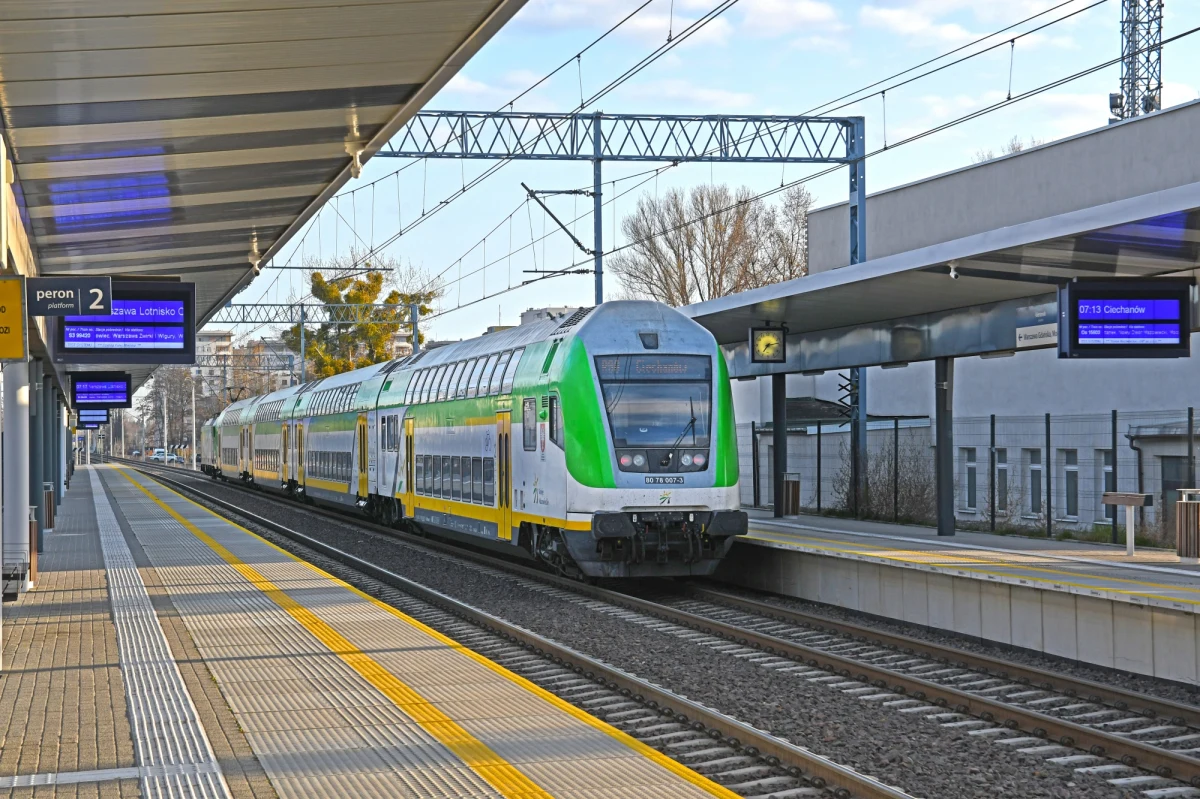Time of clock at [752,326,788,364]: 7:13
